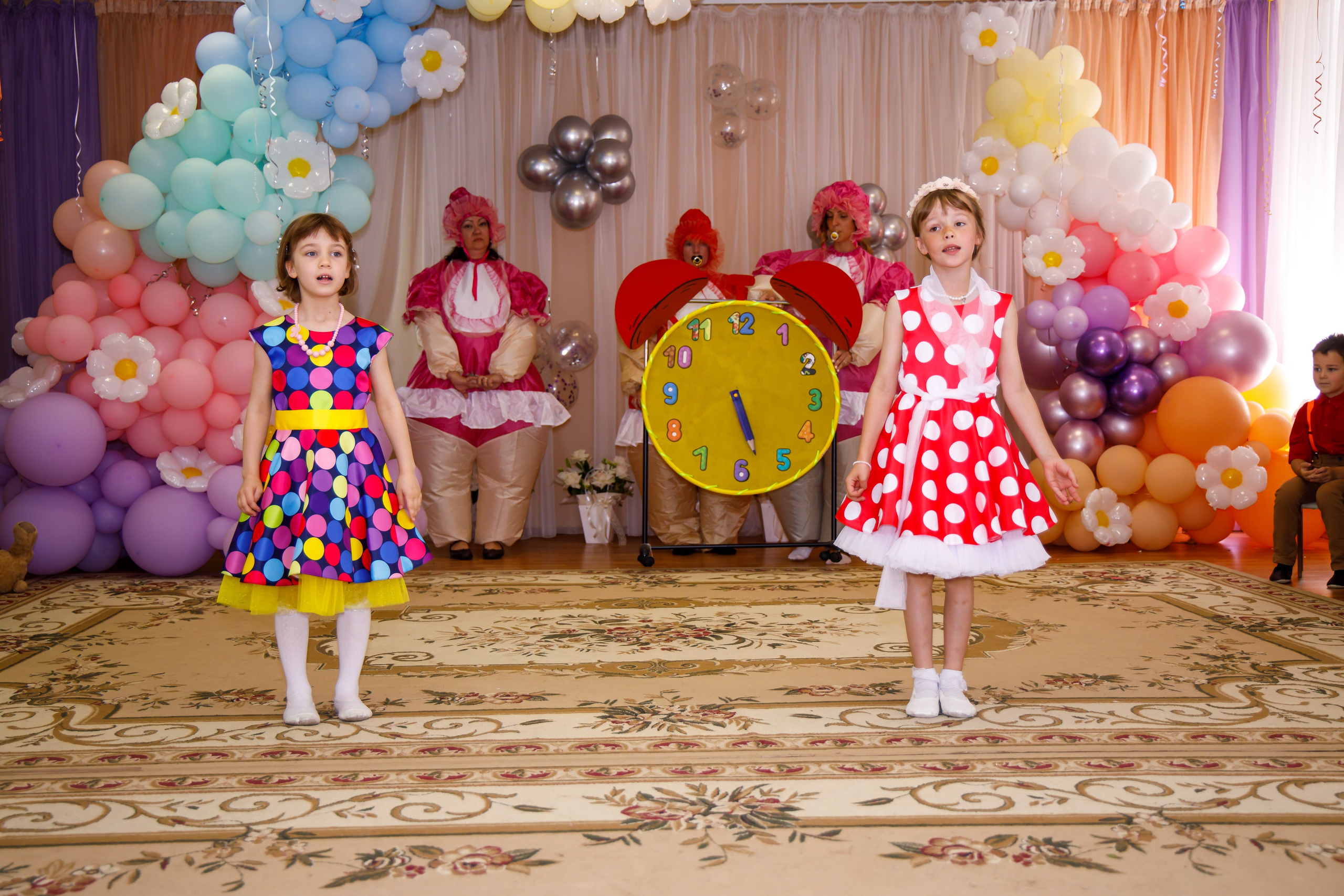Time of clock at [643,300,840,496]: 5:27
